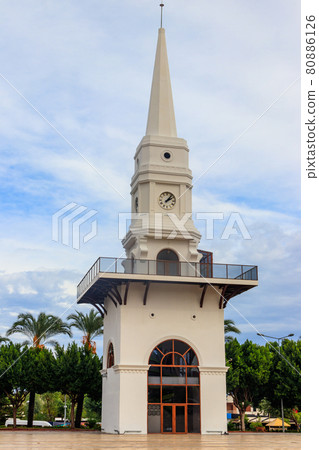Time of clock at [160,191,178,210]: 2:06
